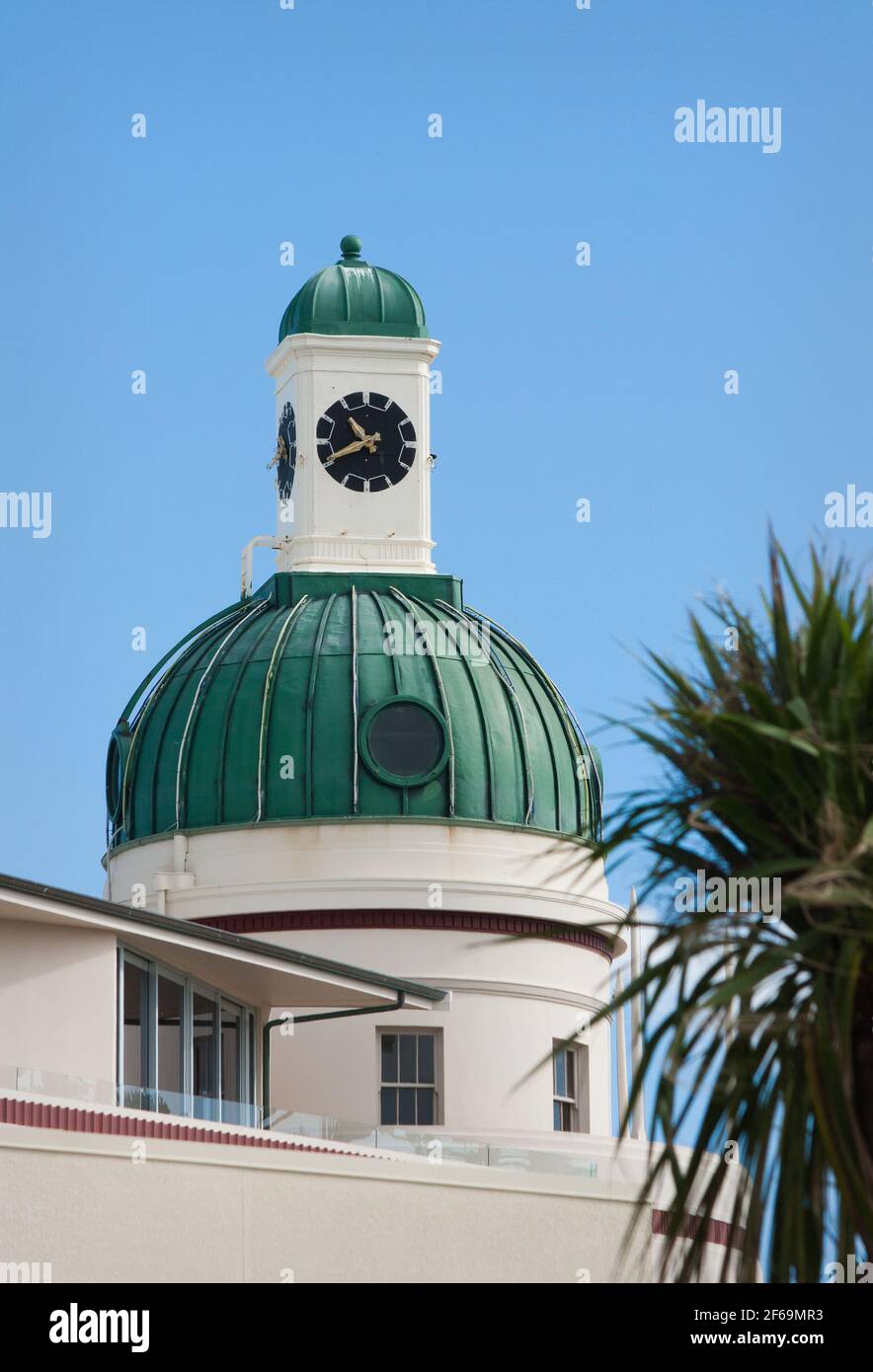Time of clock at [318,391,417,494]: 10:40
